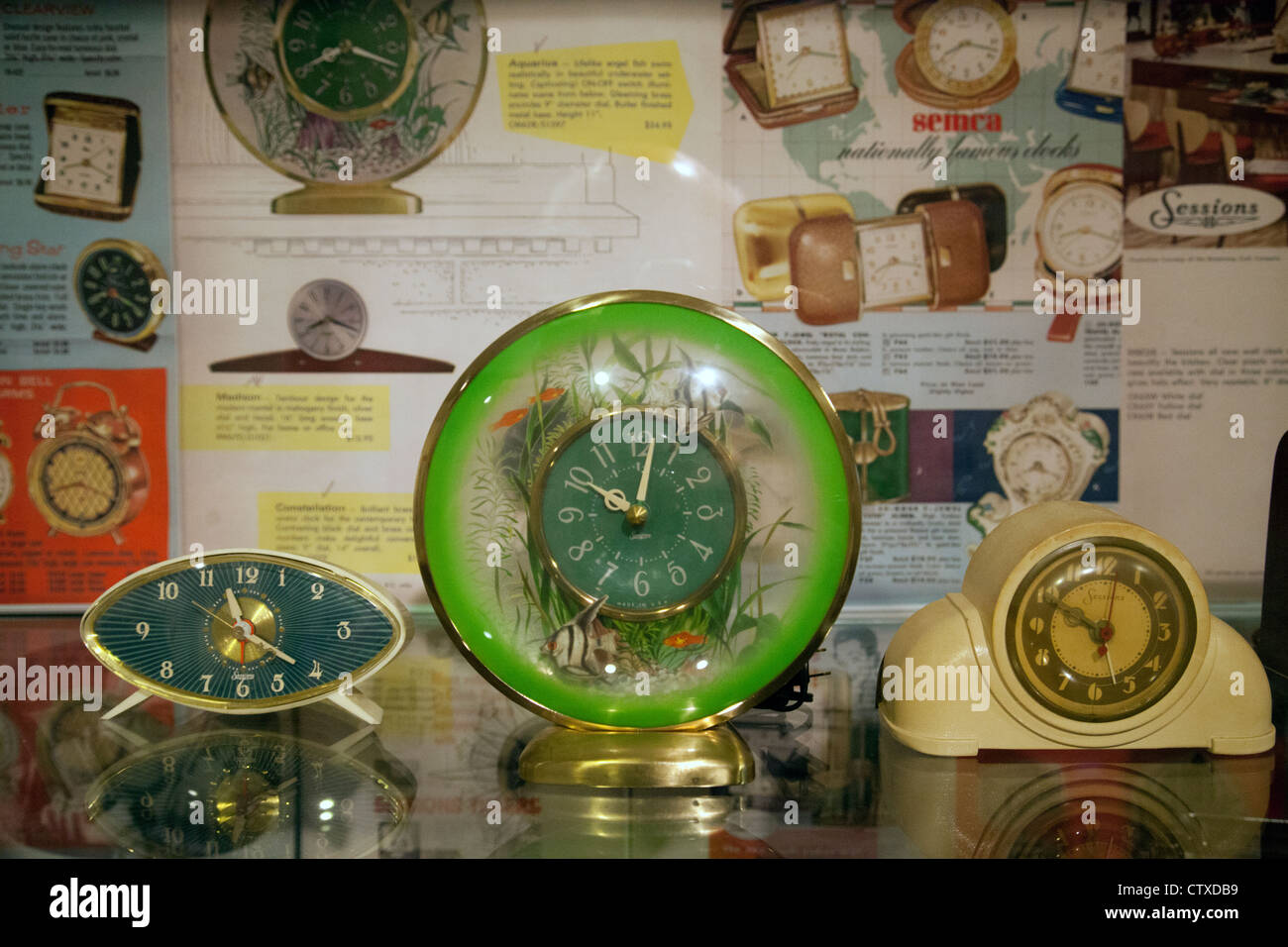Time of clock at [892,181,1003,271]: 8:17
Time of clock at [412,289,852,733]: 10:02
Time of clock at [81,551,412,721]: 11:21
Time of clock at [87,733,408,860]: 11:21
